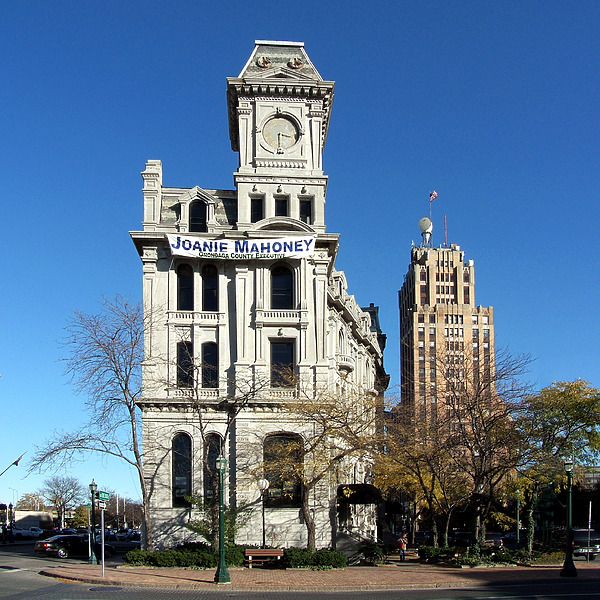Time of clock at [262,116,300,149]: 3:29
